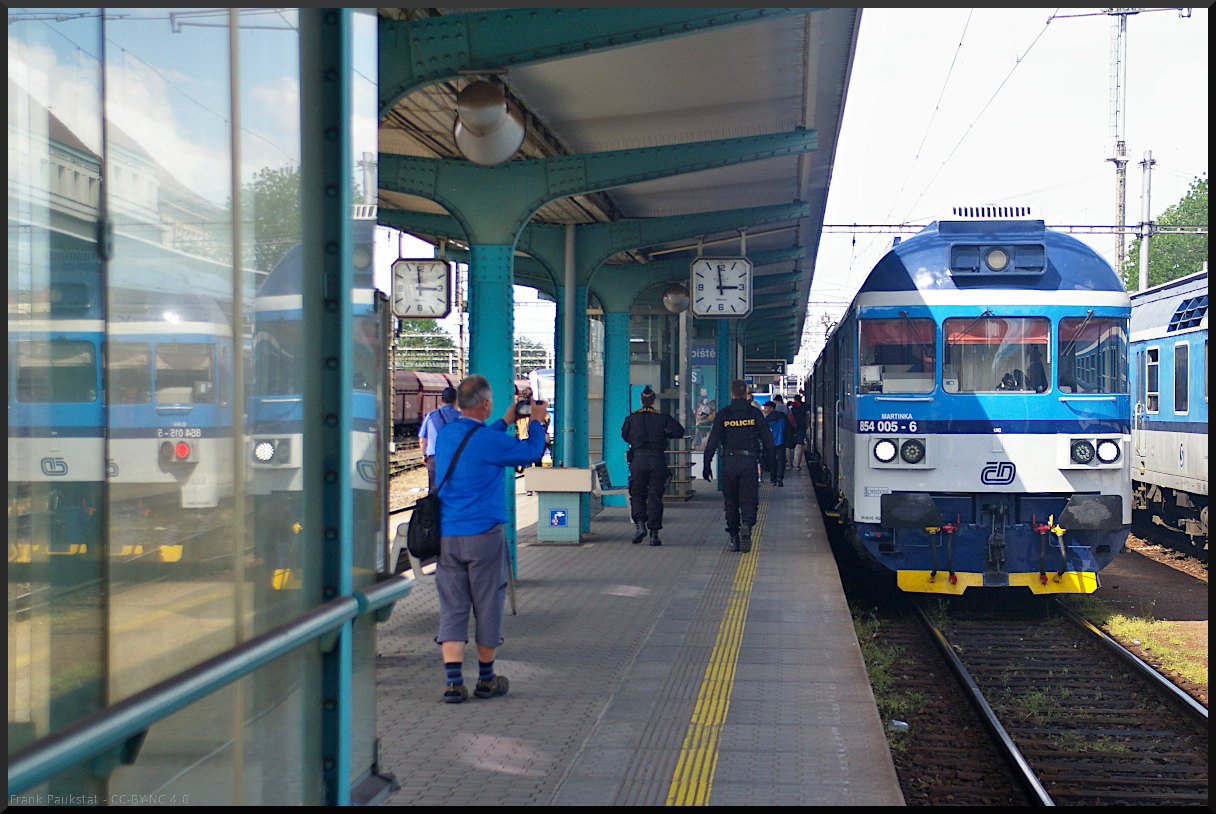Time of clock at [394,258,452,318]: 2:59
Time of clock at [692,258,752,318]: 2:58
